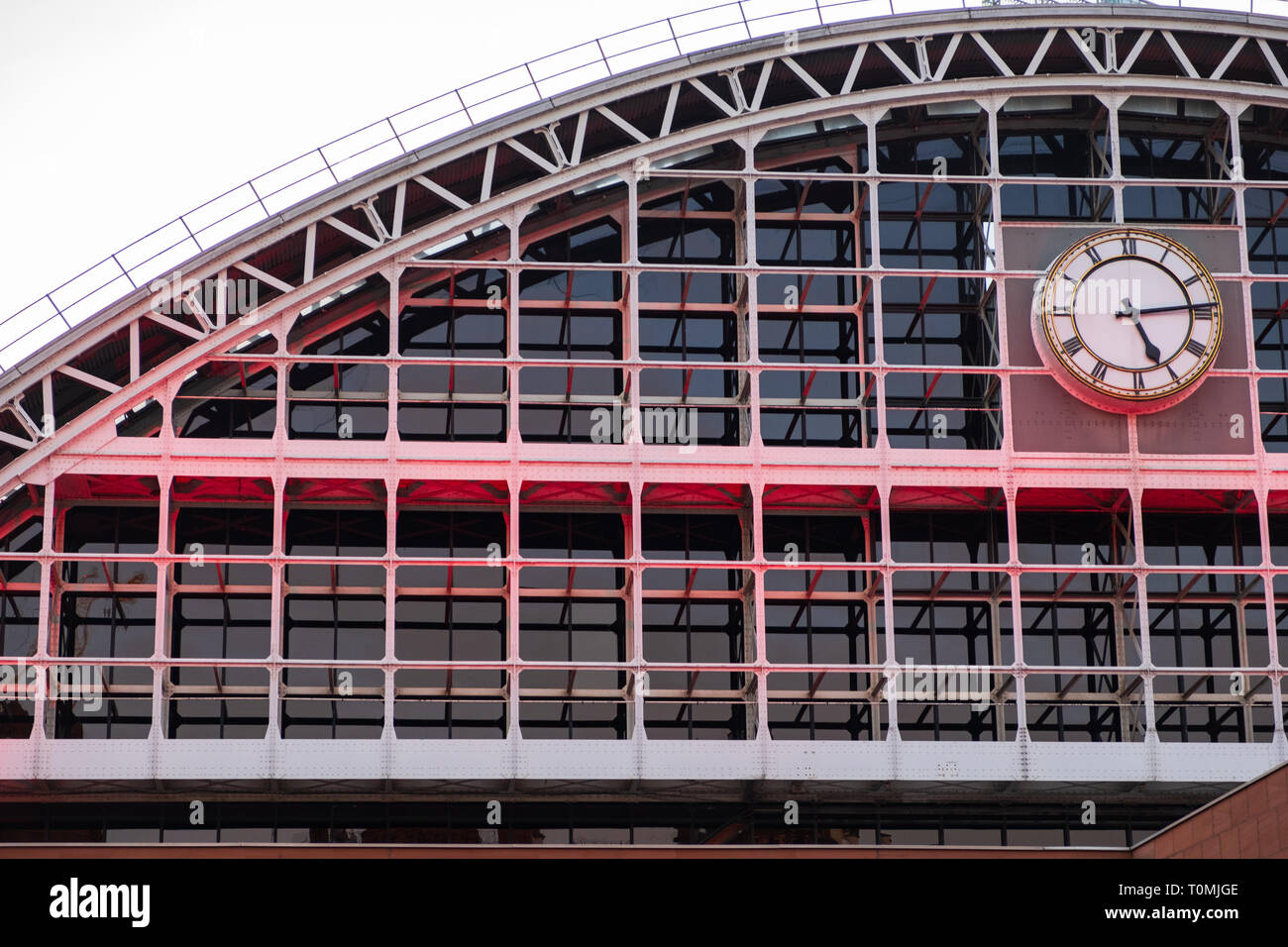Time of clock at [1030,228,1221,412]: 5:13
